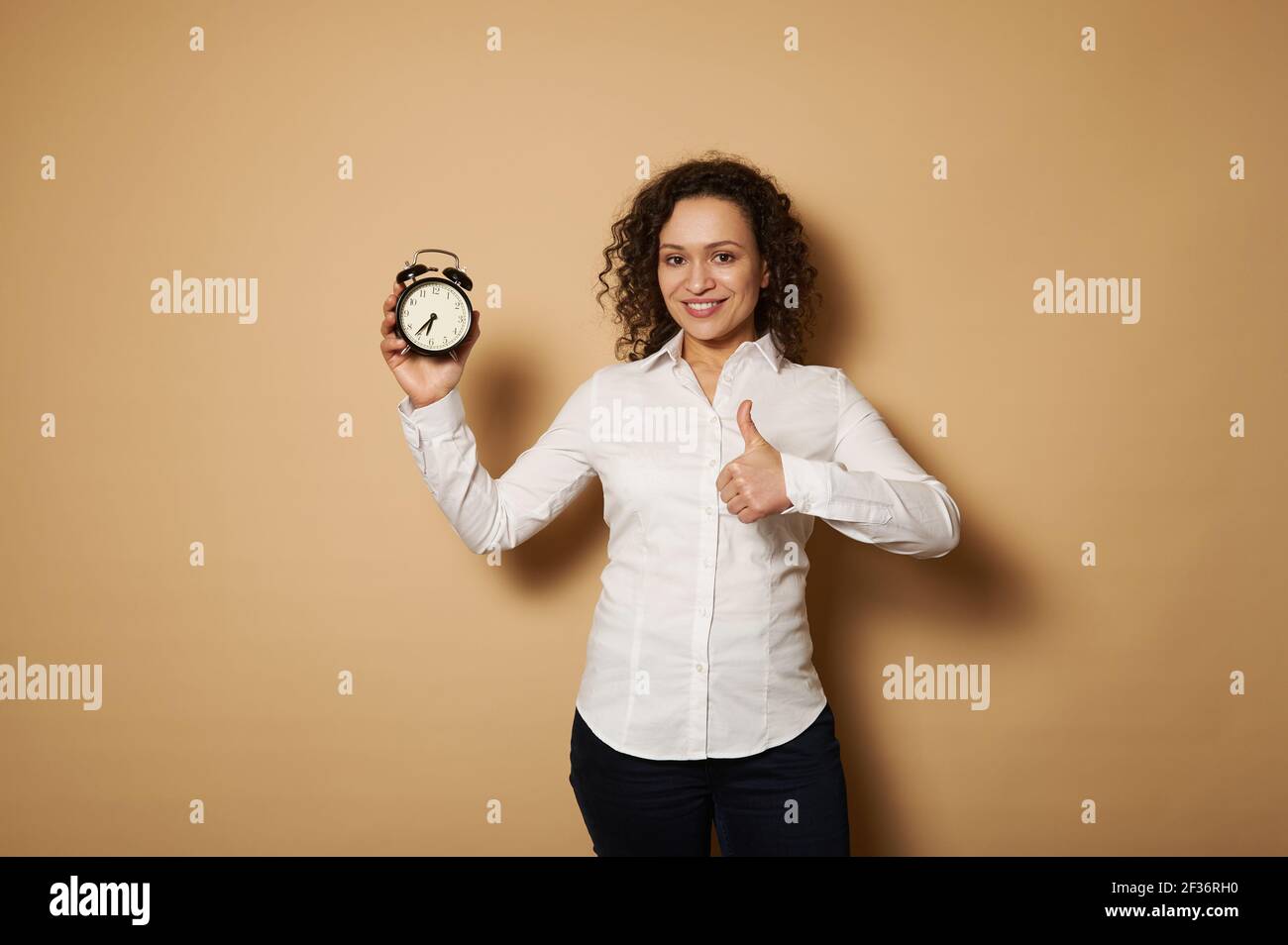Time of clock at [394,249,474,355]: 6:36
